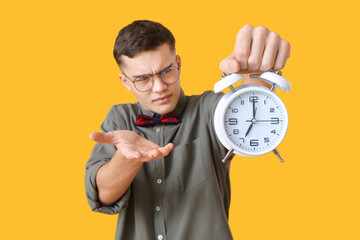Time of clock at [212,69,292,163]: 7:00
